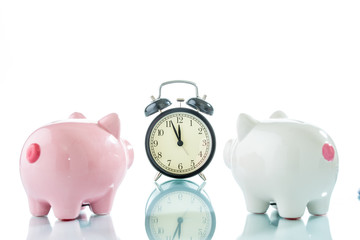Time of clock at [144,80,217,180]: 11:56
